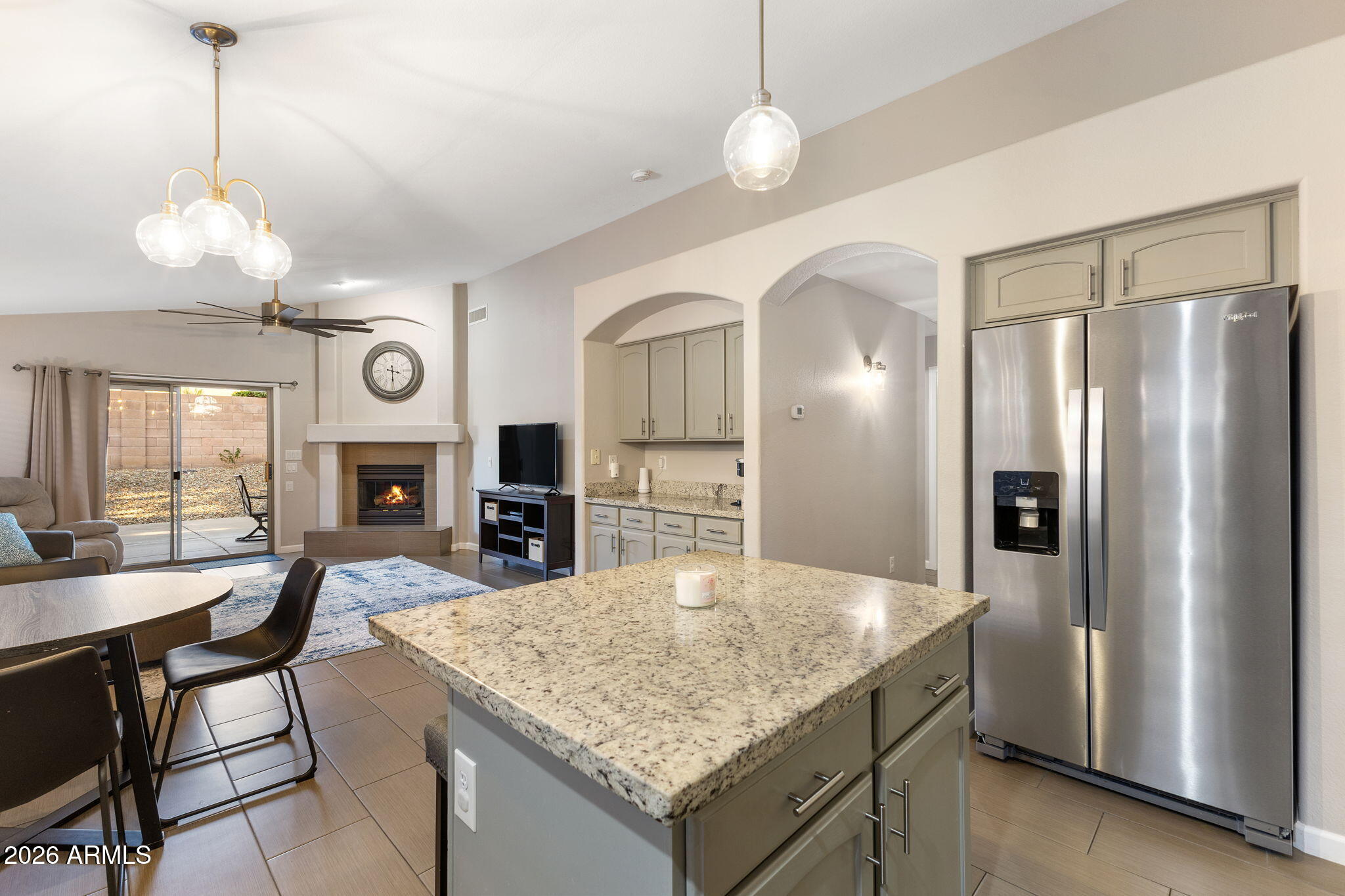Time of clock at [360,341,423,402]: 3:29
